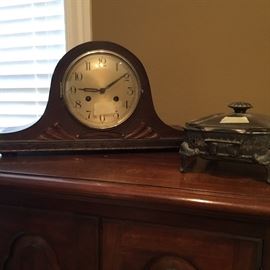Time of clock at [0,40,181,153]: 9:09
